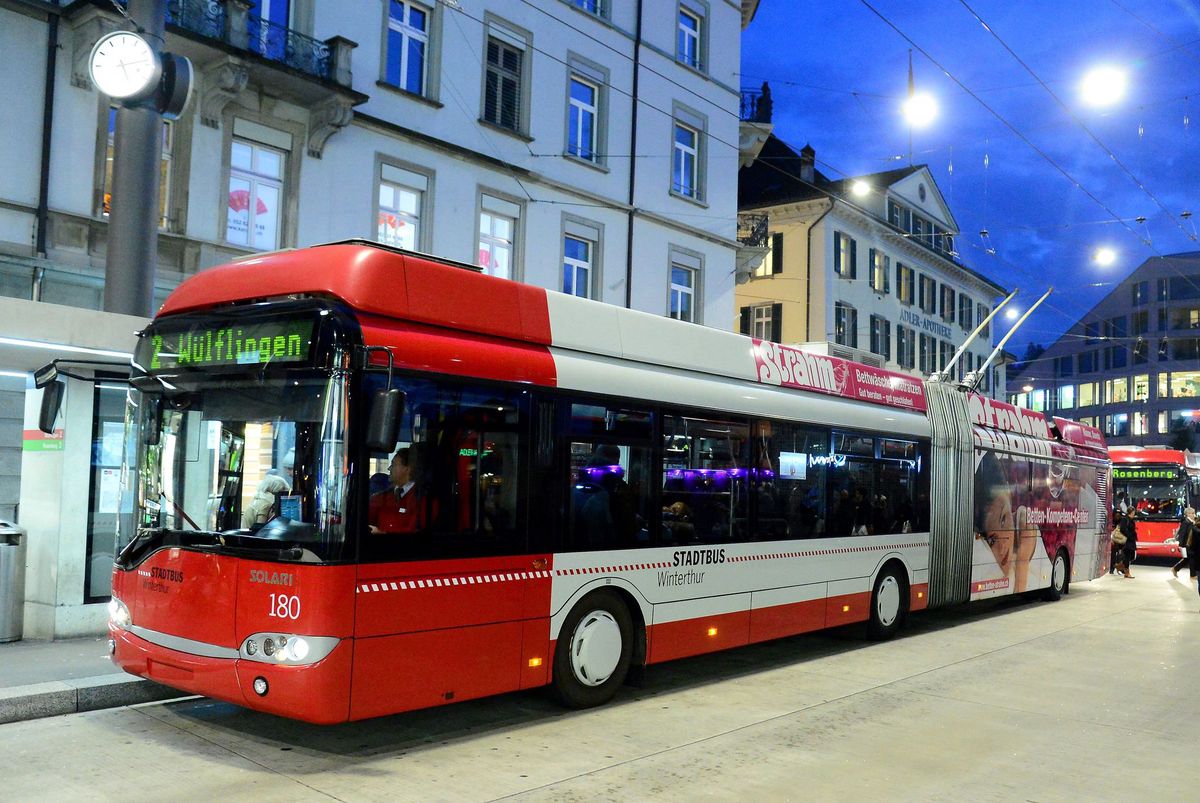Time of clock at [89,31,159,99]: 5:13
